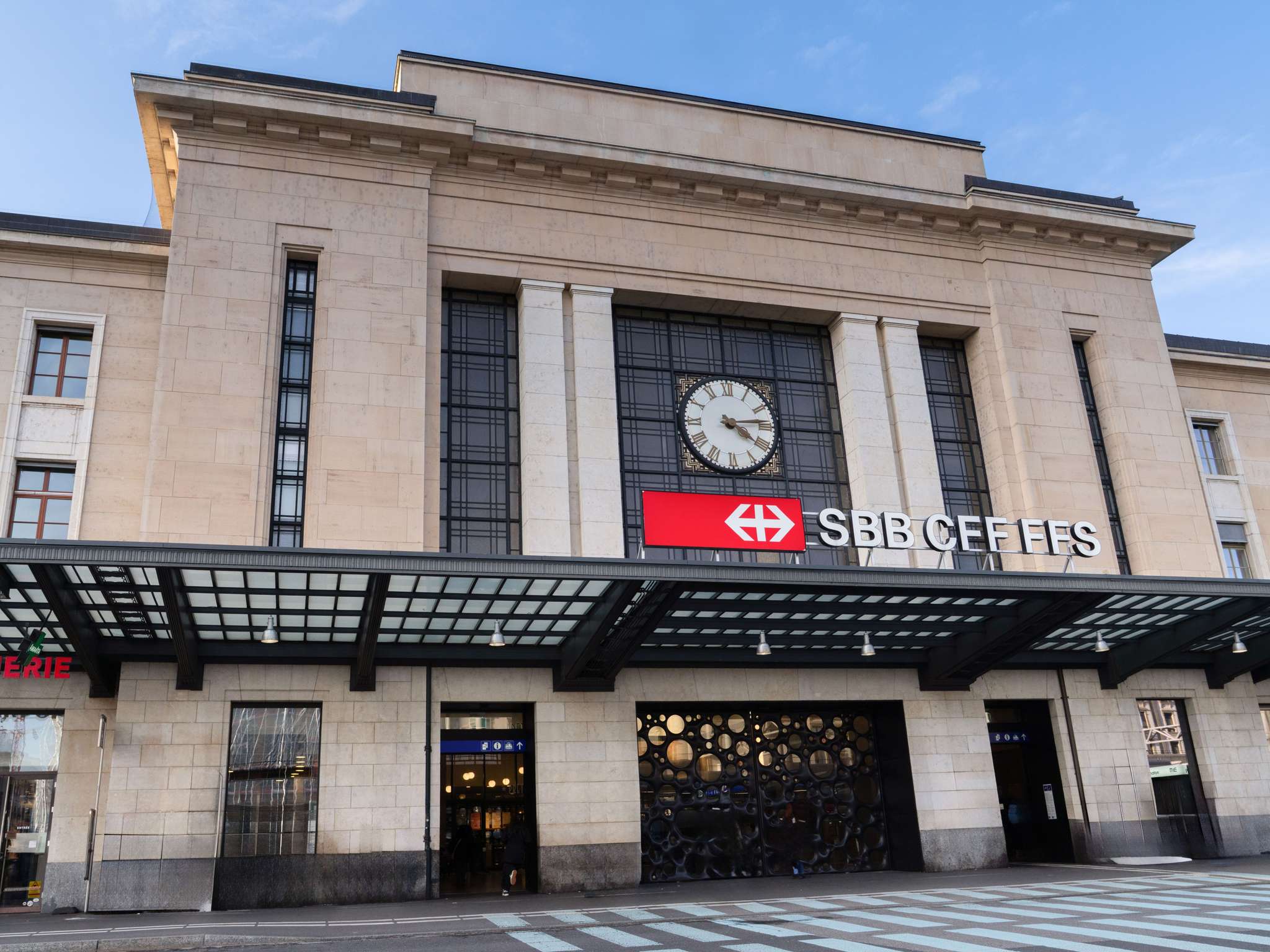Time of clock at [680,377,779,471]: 4:13
